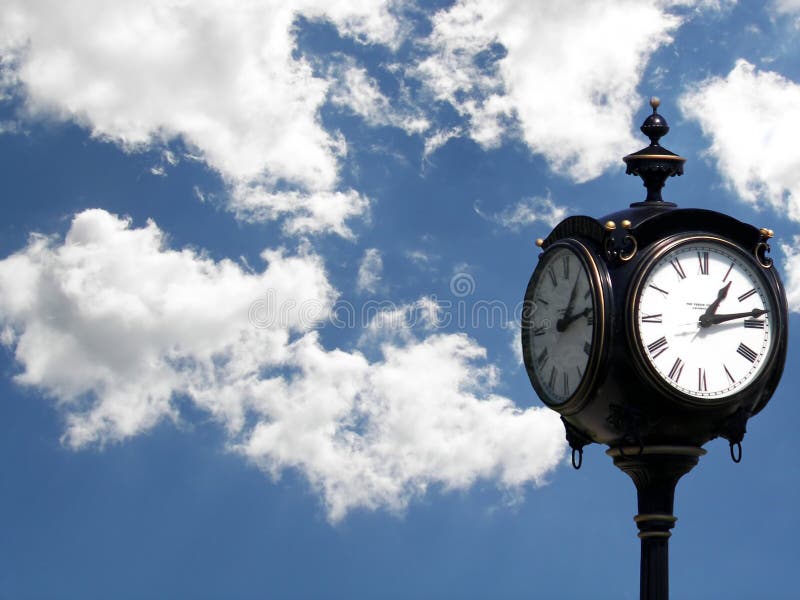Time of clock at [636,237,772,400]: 1:13
